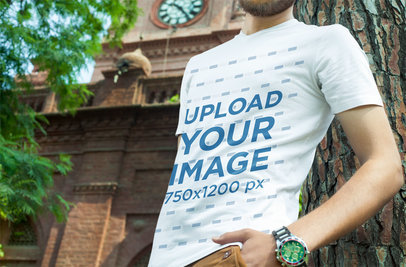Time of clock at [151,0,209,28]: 10:24
